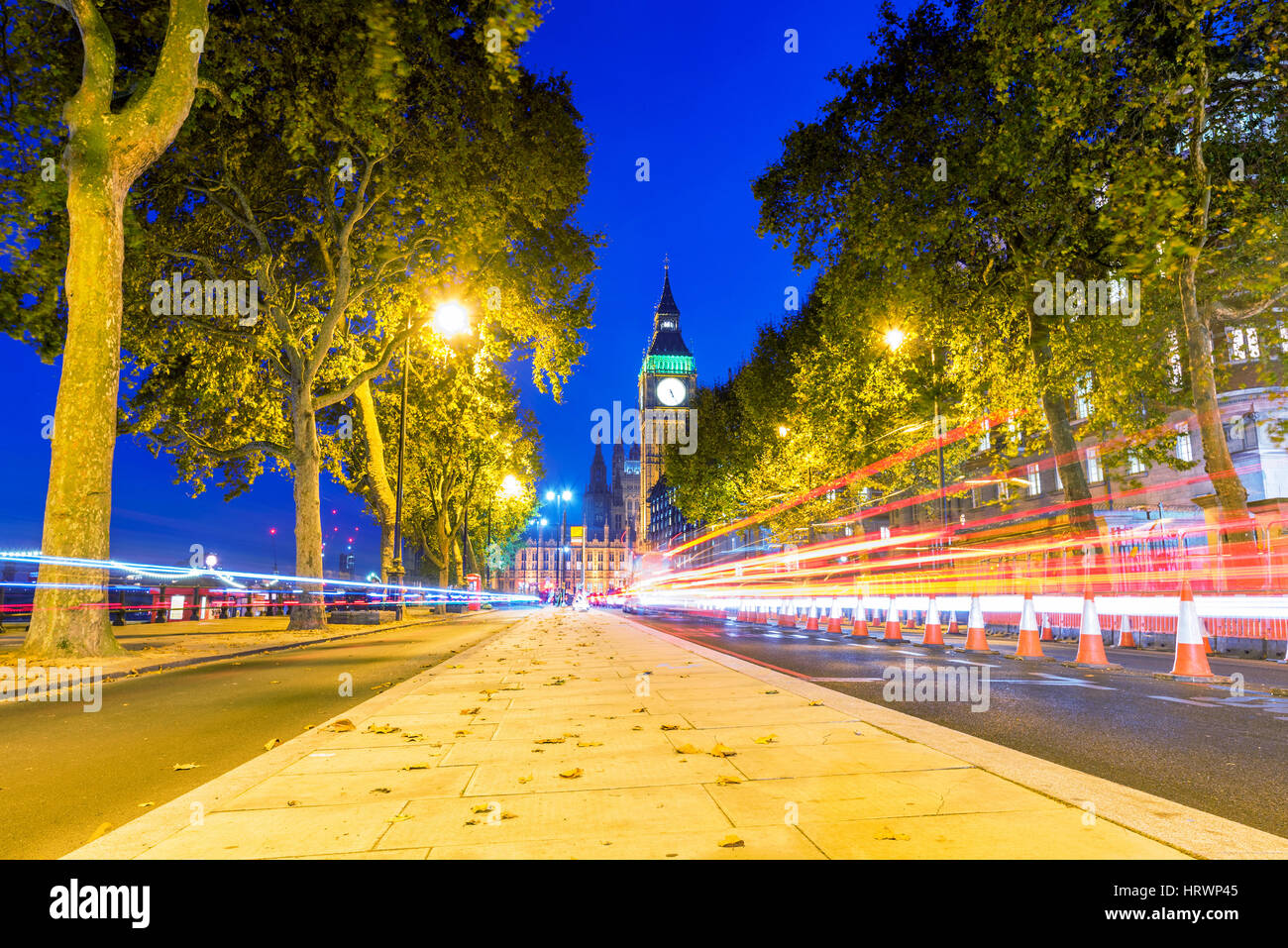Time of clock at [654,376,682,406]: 5:25
